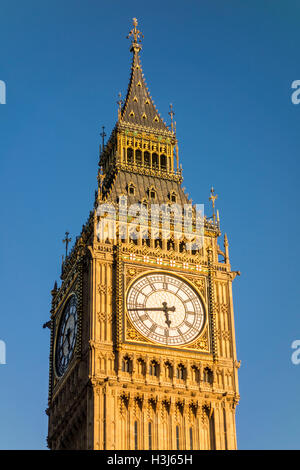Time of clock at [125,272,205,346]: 5:43
